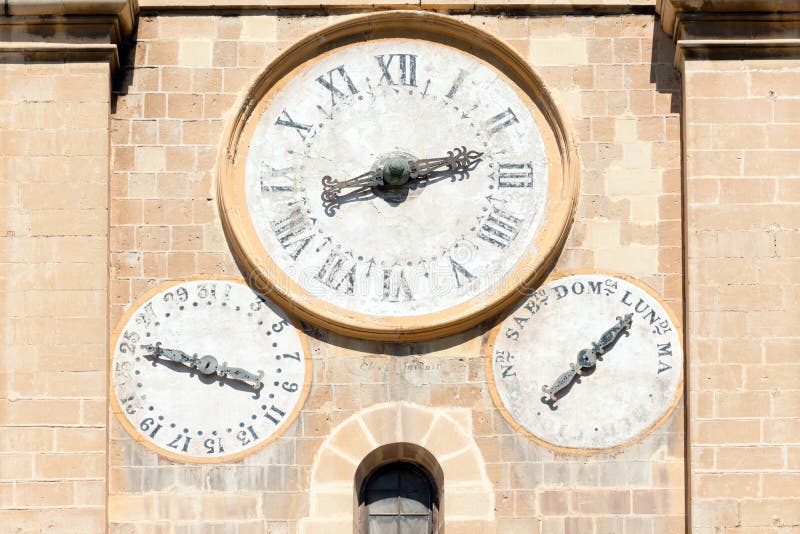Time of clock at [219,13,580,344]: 8:12
